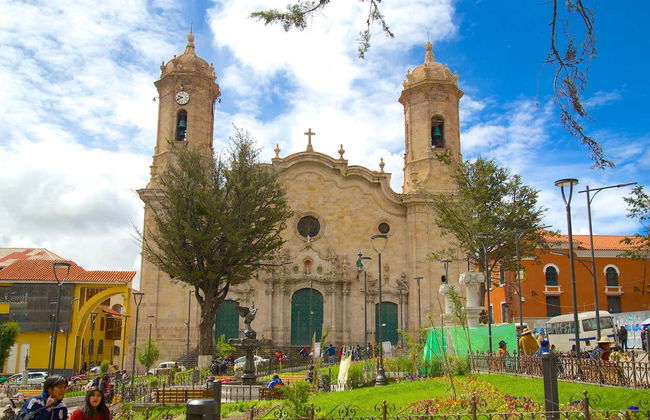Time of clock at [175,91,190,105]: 9:41
